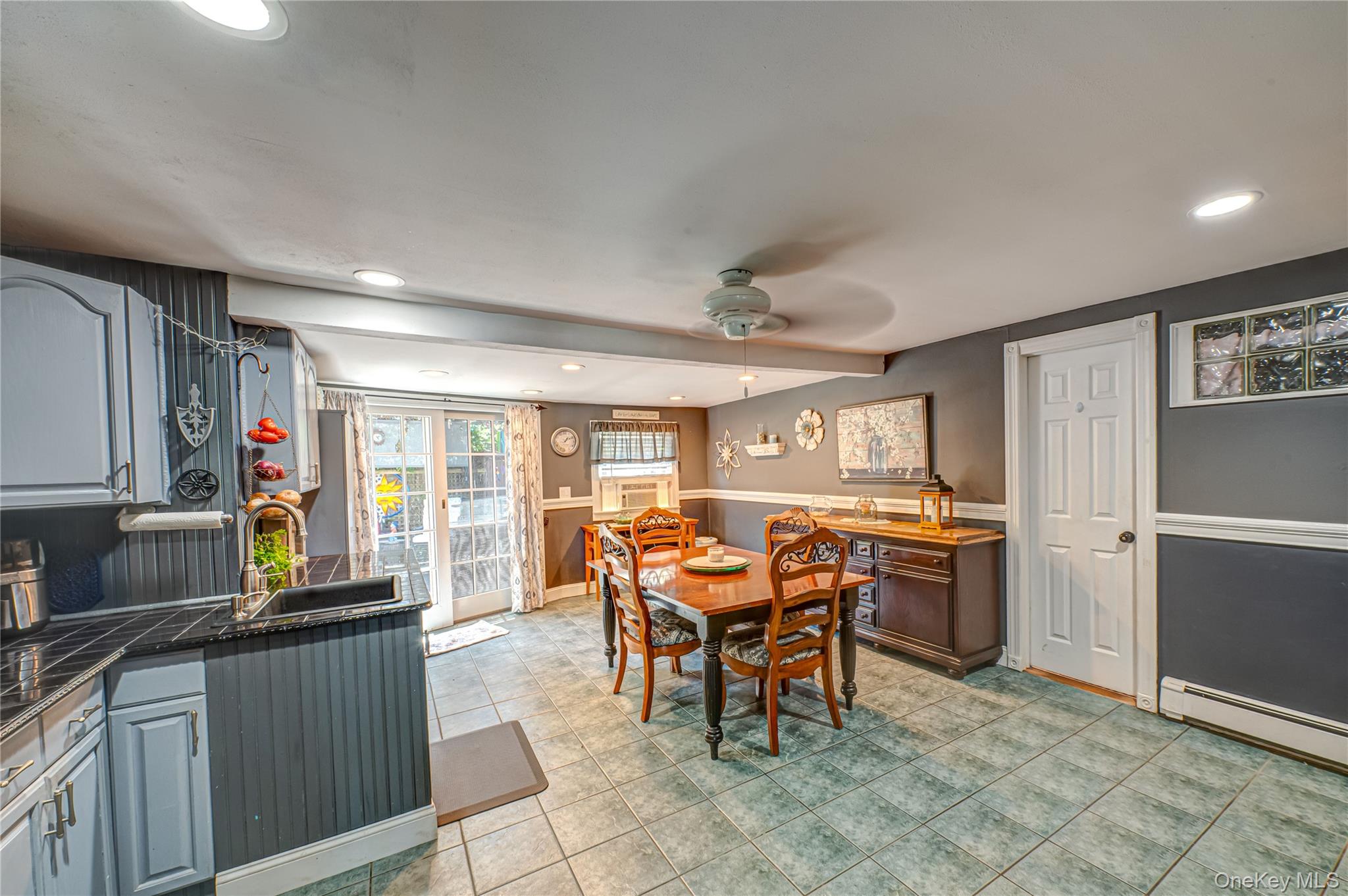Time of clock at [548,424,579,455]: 1:10
